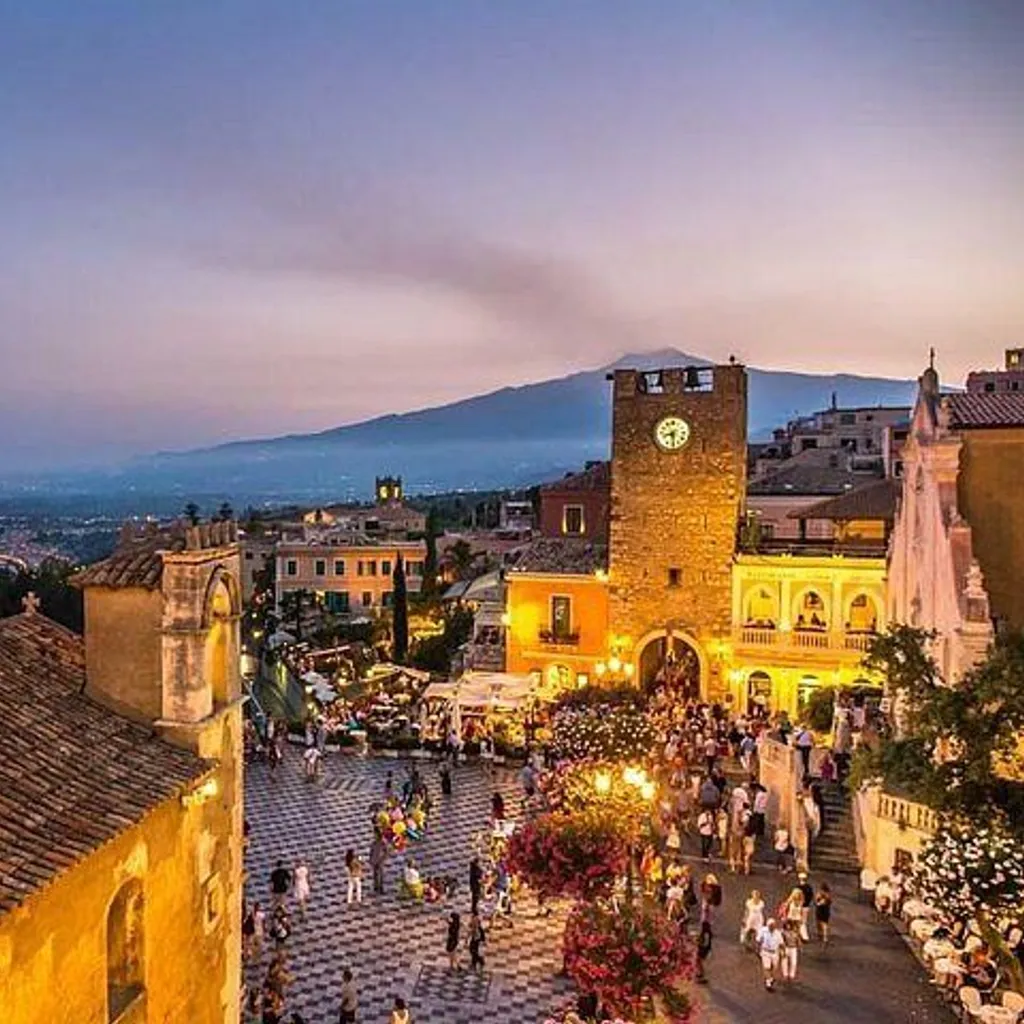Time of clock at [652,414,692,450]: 8:29
